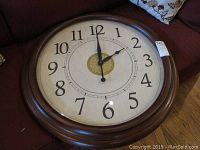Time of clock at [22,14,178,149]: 2:00
